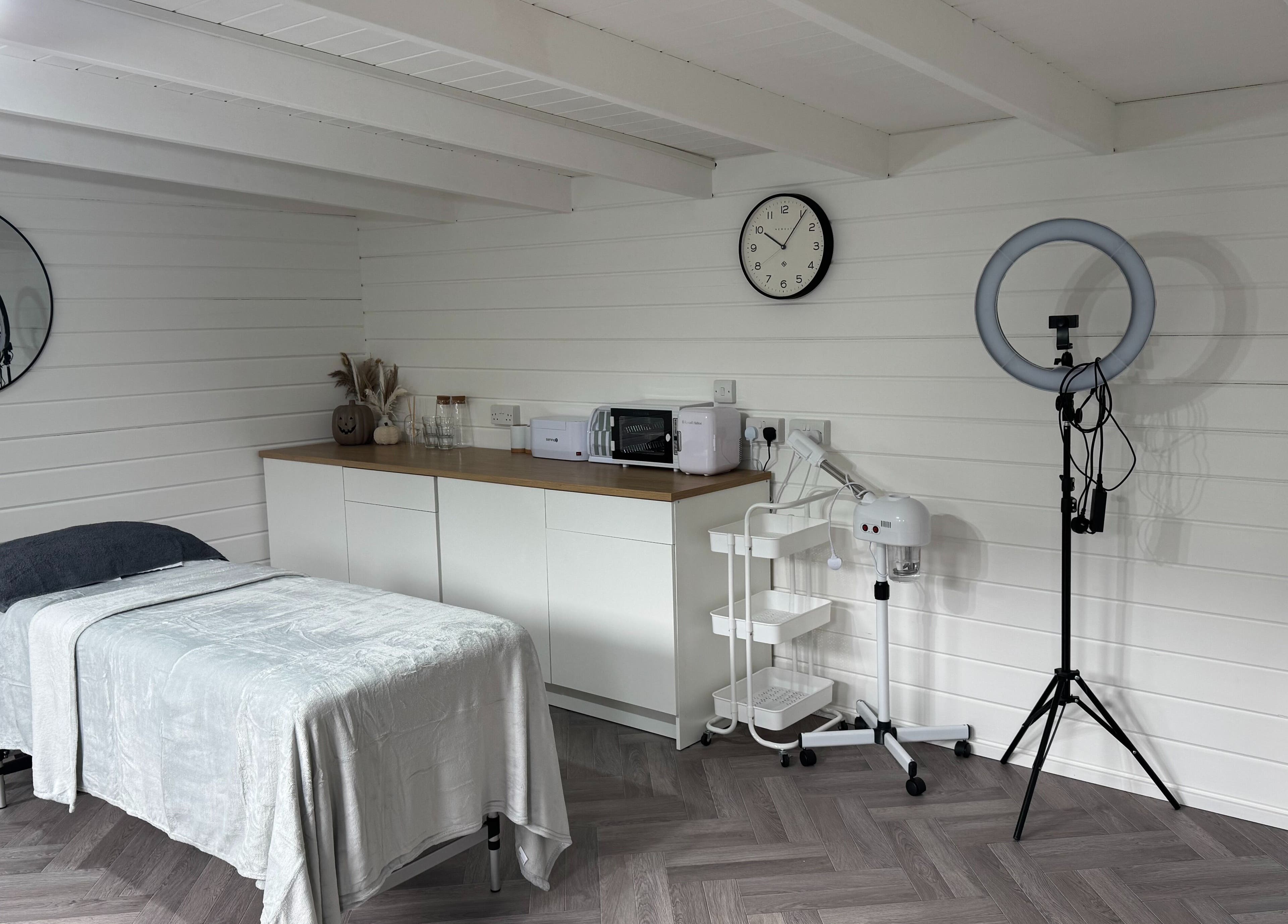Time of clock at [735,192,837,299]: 10:05
